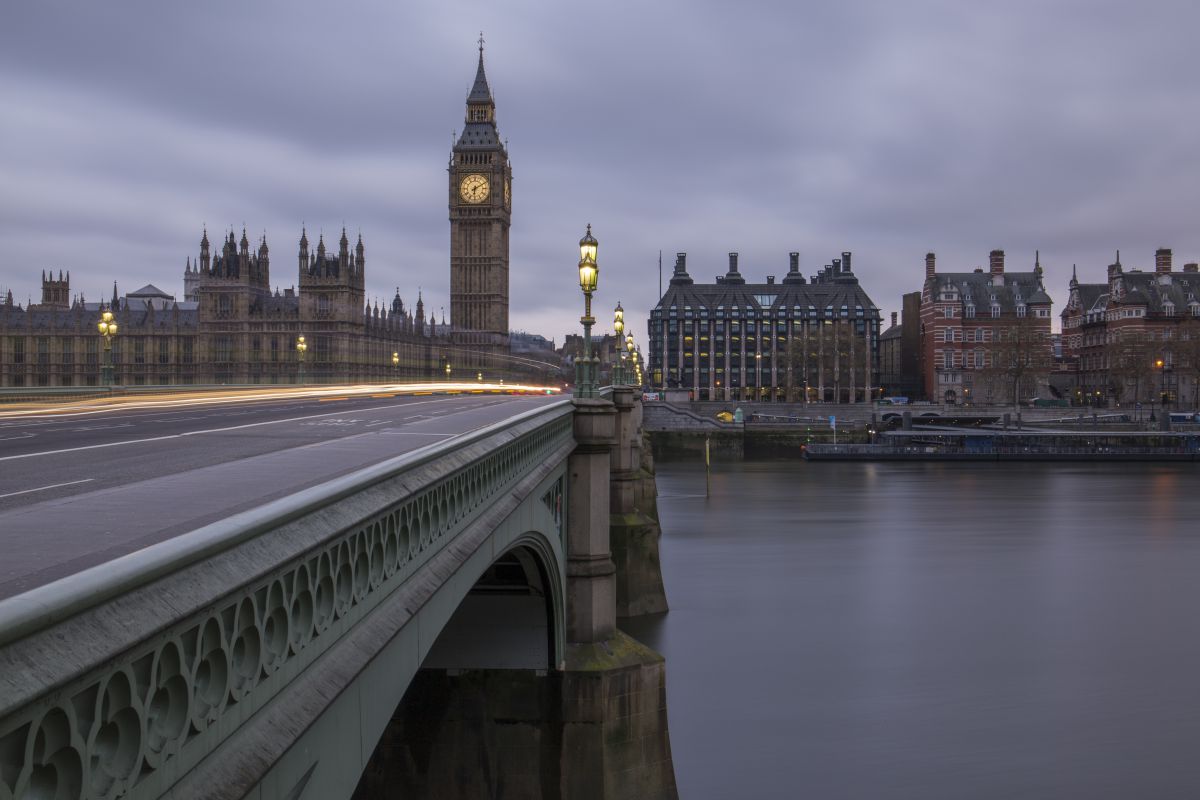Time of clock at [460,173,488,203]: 6:10
